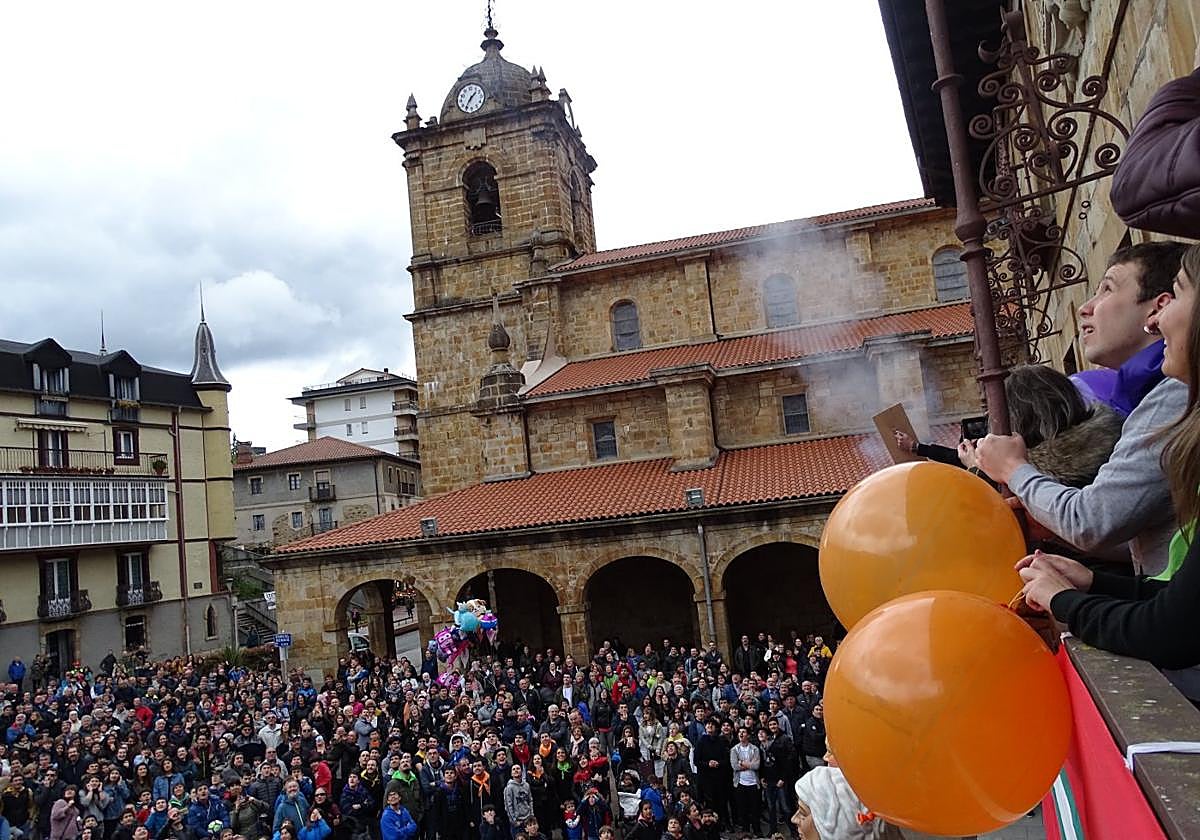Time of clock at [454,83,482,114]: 1:36
